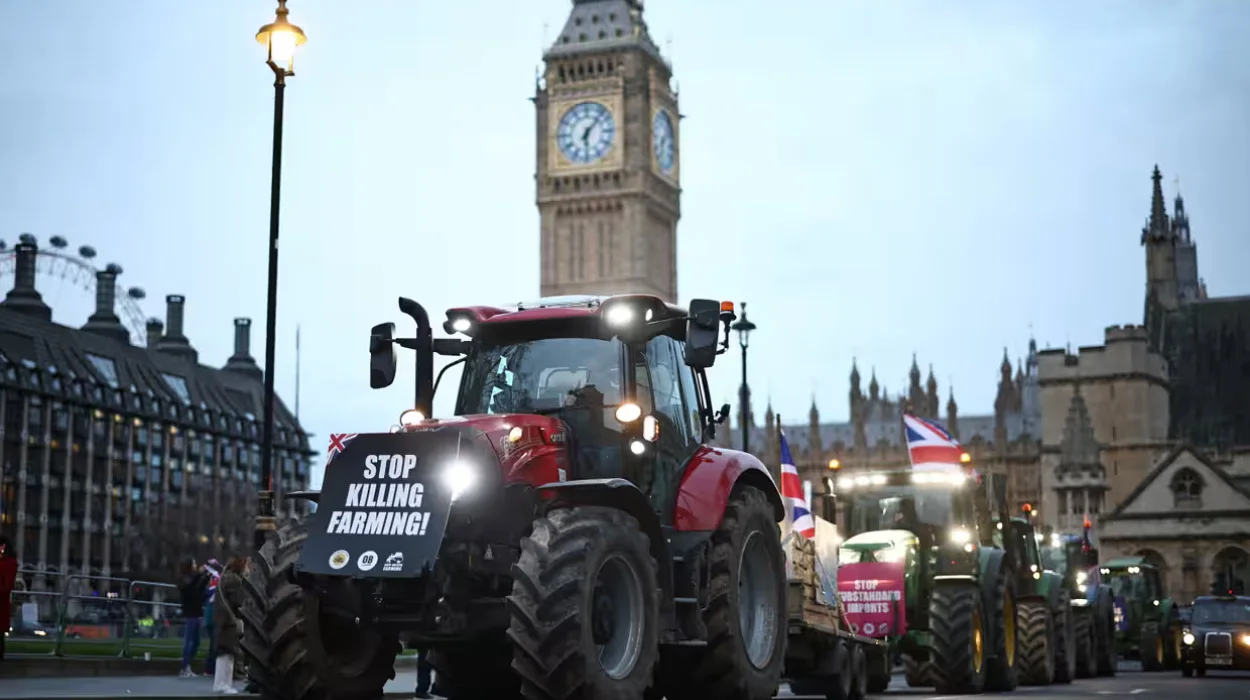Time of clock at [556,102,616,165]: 6:06
